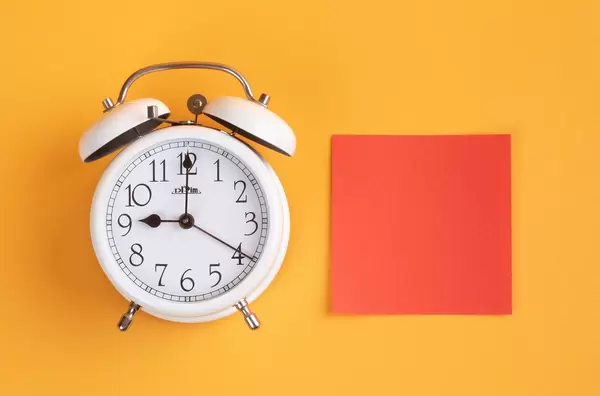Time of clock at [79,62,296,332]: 9:00
